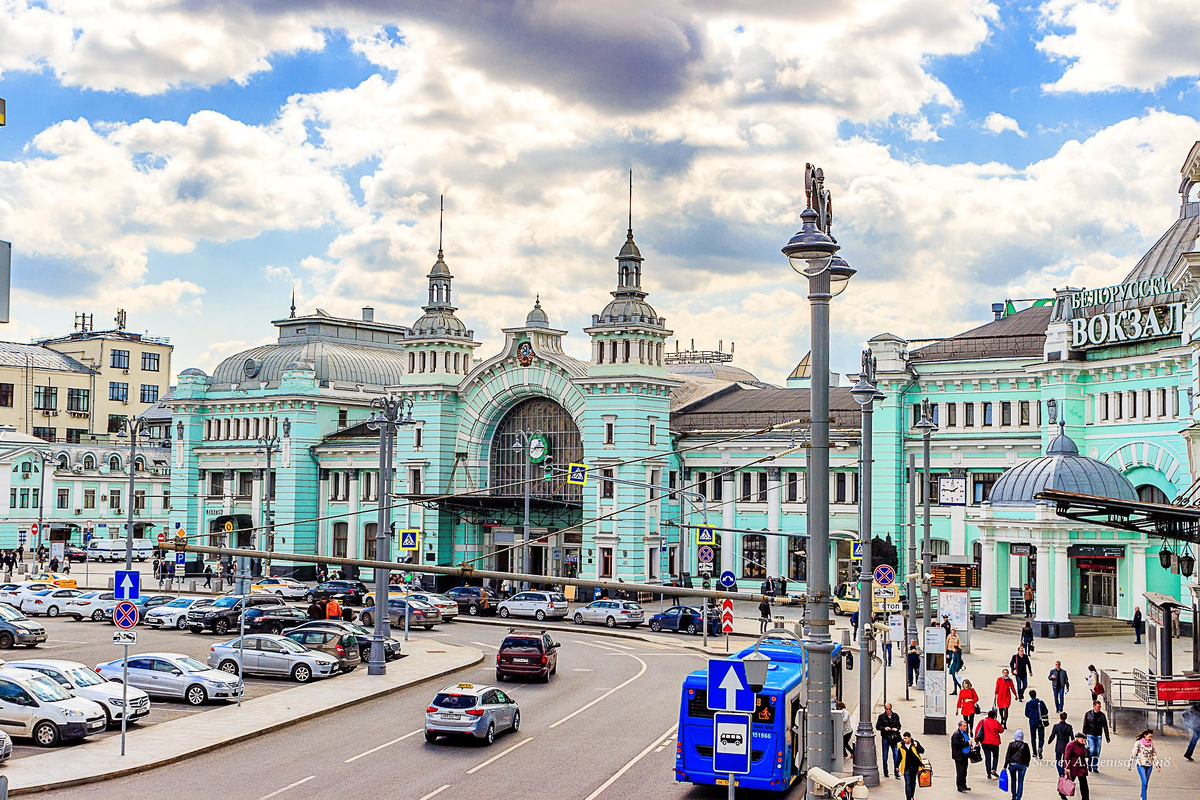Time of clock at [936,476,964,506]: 1:46
